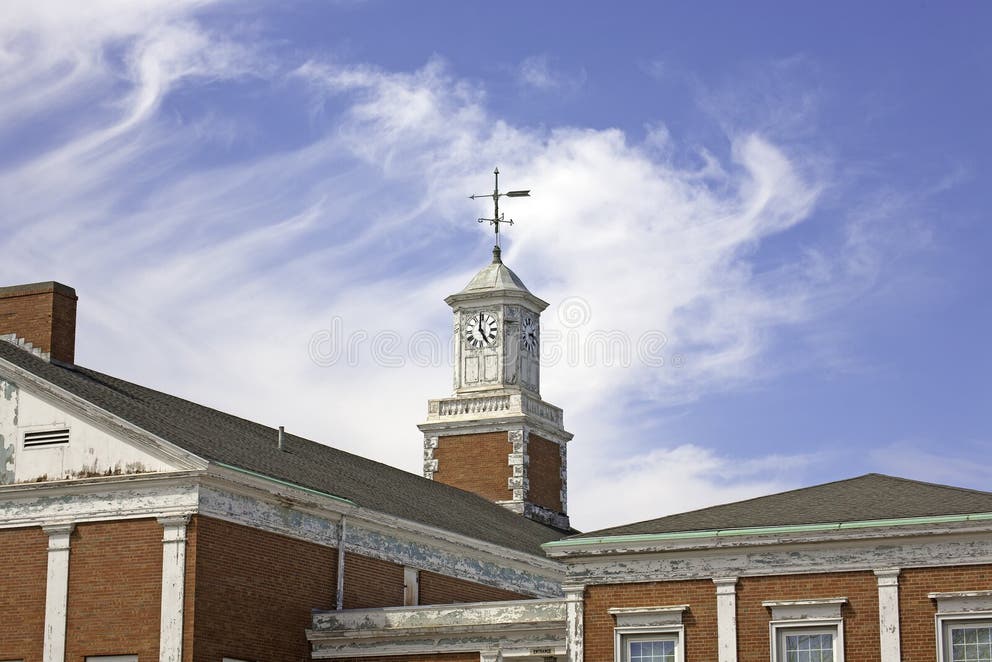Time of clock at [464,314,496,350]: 4:59
